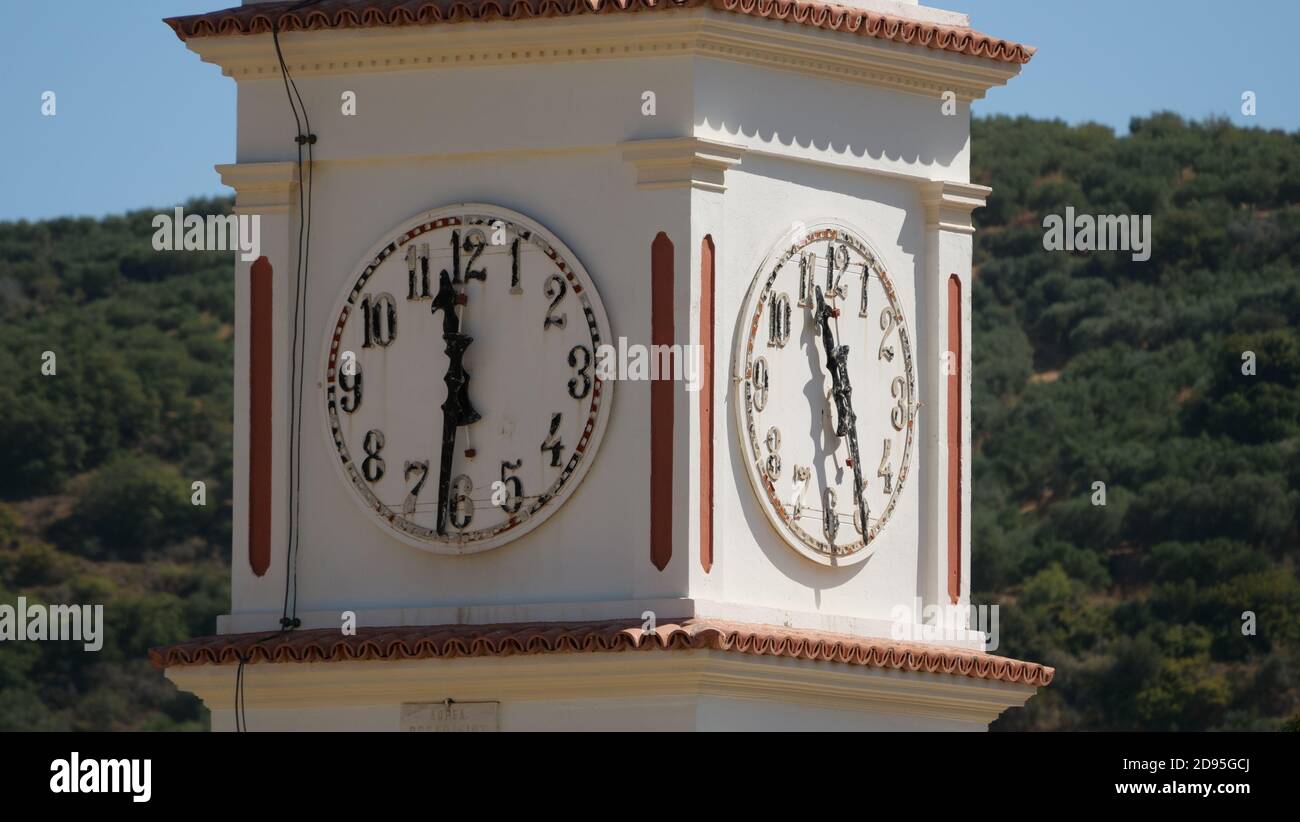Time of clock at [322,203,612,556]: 11:31
